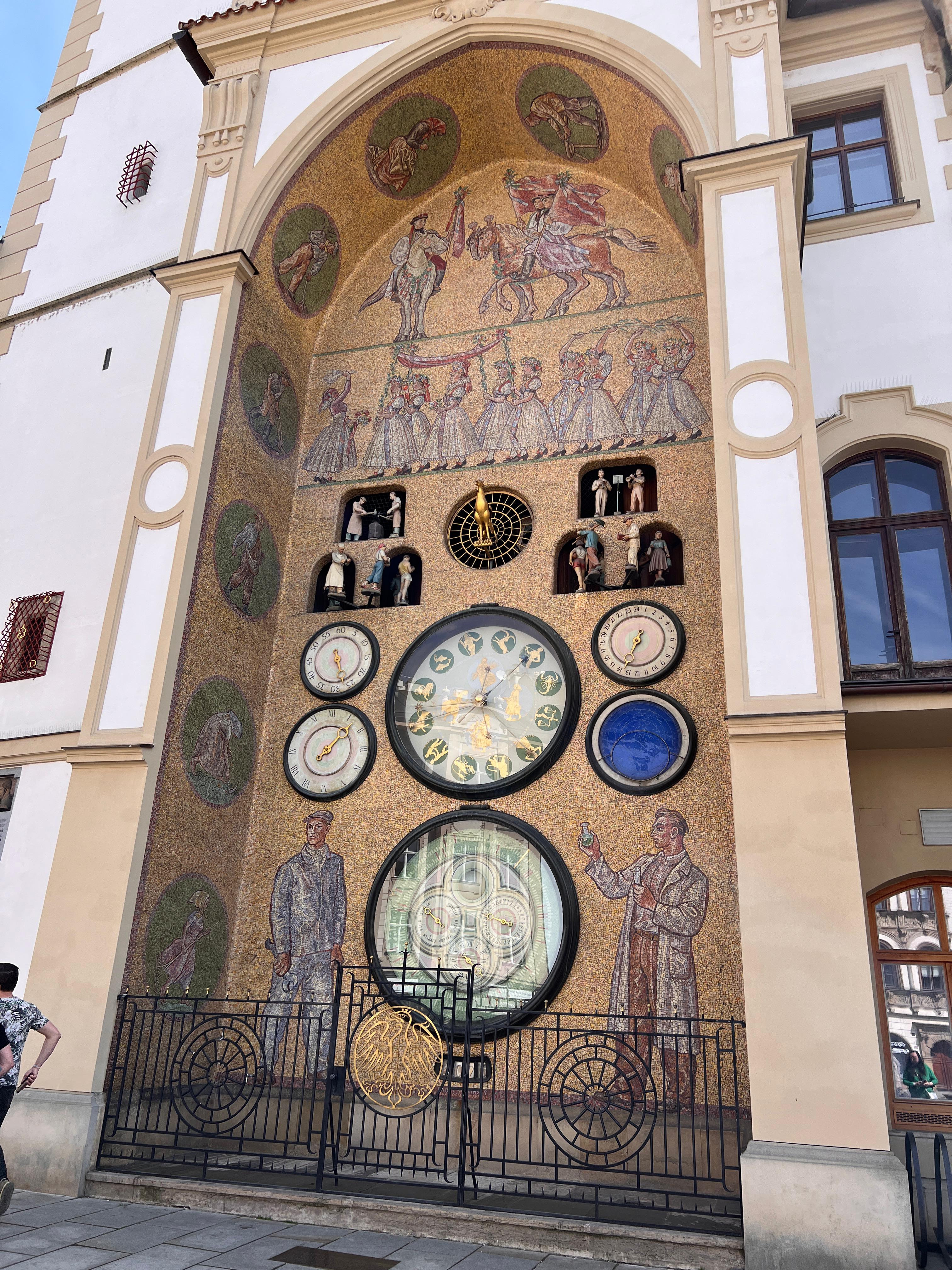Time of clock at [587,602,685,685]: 6:32
